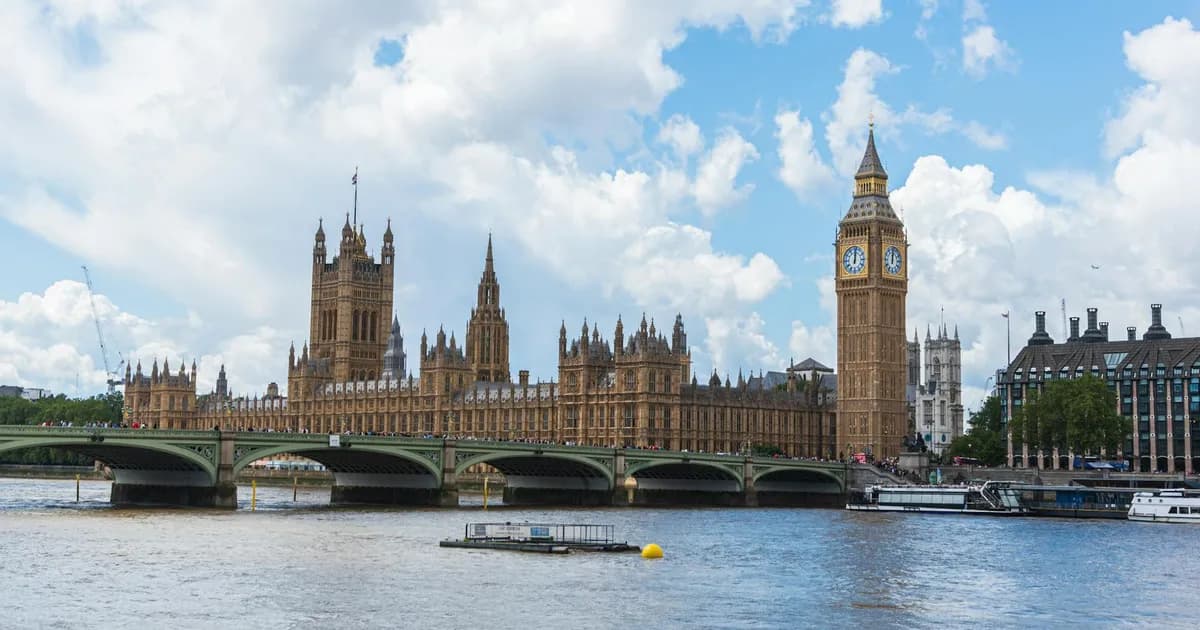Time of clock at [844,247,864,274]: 12:01
